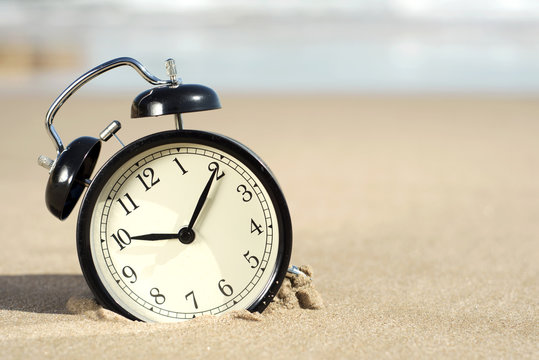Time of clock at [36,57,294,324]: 9:05
